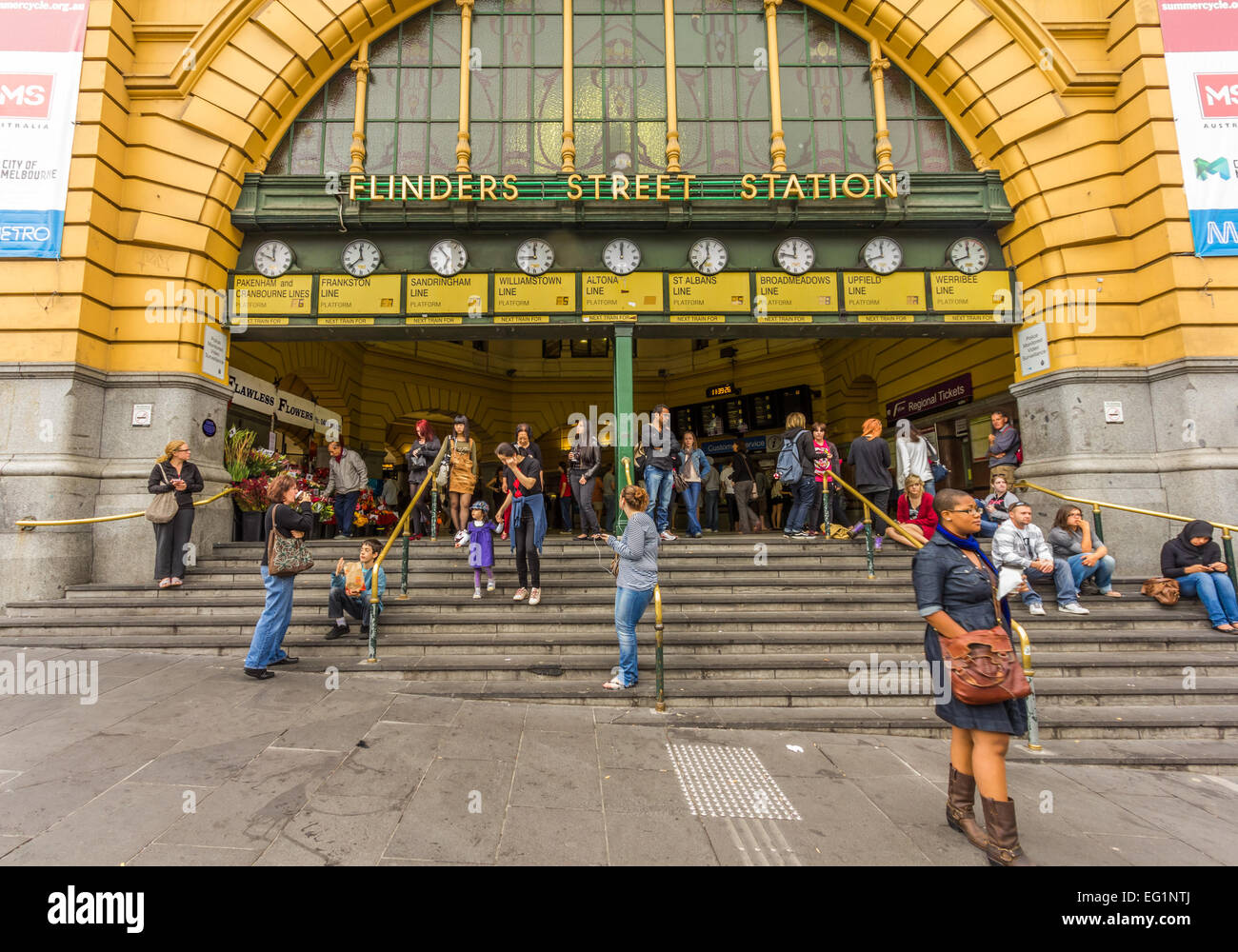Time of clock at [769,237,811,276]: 11:46
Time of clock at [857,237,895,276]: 11:41
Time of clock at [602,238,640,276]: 12:00
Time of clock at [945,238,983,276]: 11:41
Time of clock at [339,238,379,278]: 11:38
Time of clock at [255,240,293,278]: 11:48
